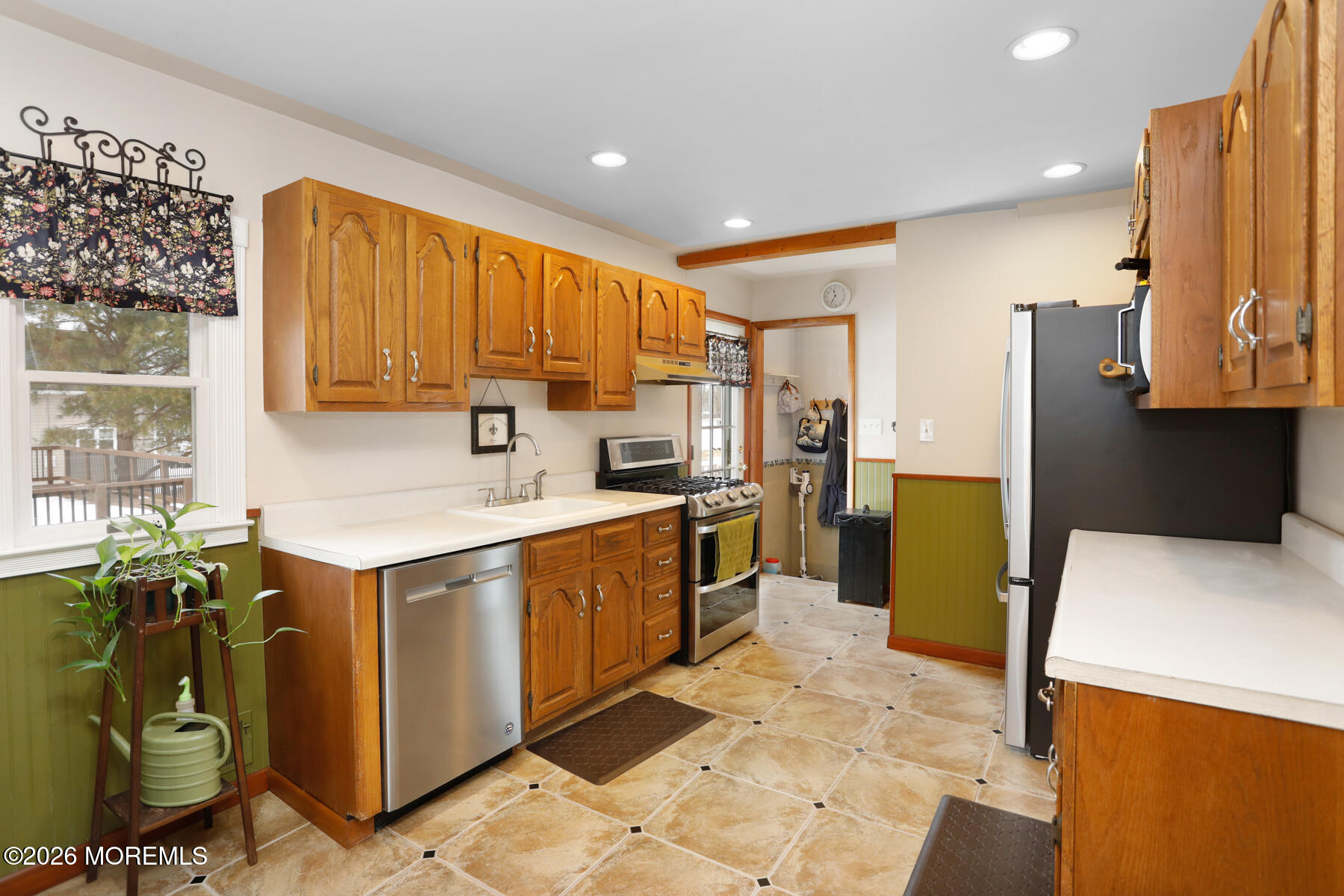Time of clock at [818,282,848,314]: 11:35
